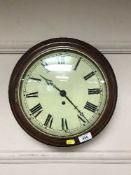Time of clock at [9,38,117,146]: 10:23
